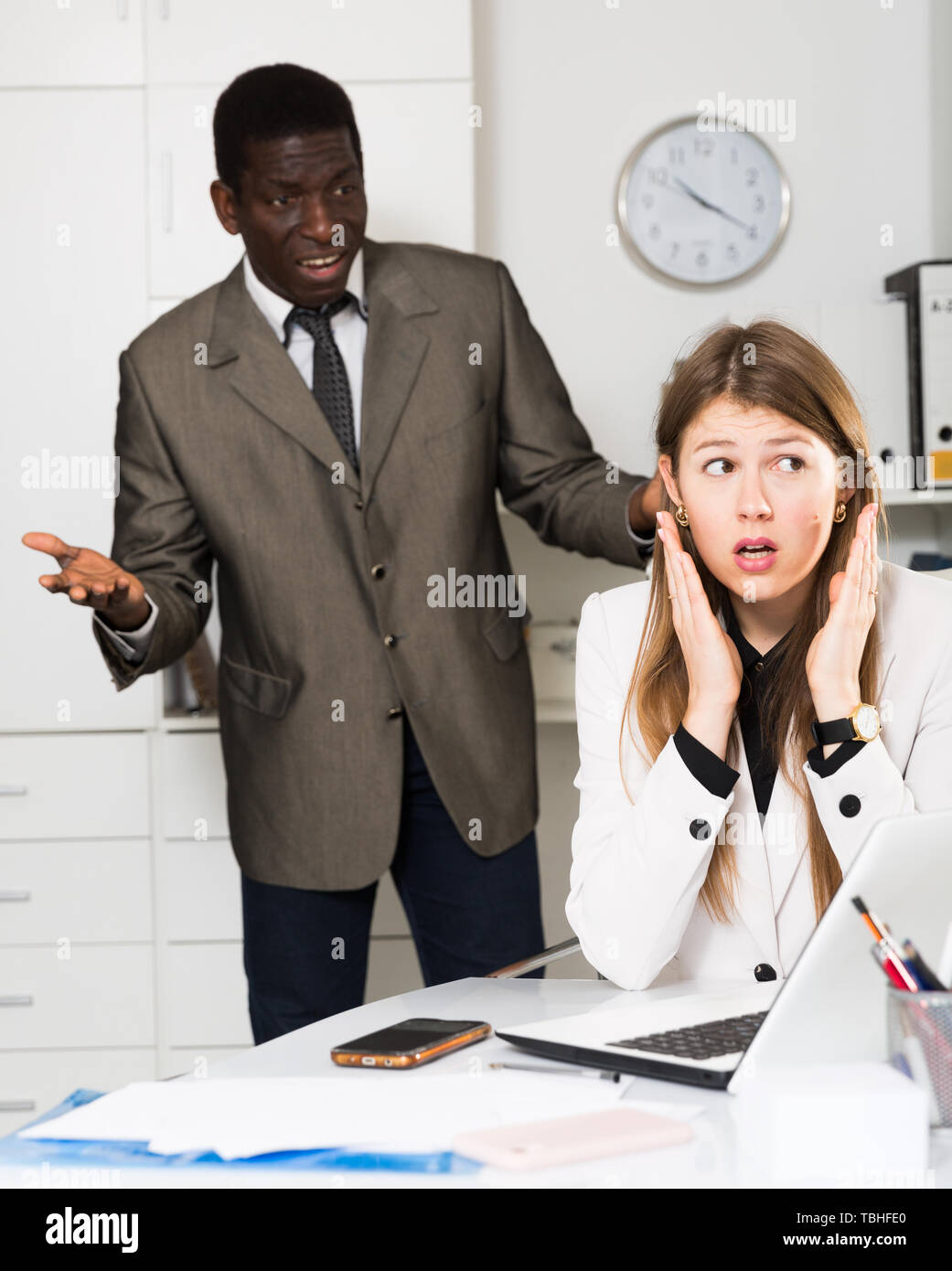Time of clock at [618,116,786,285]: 10:19
